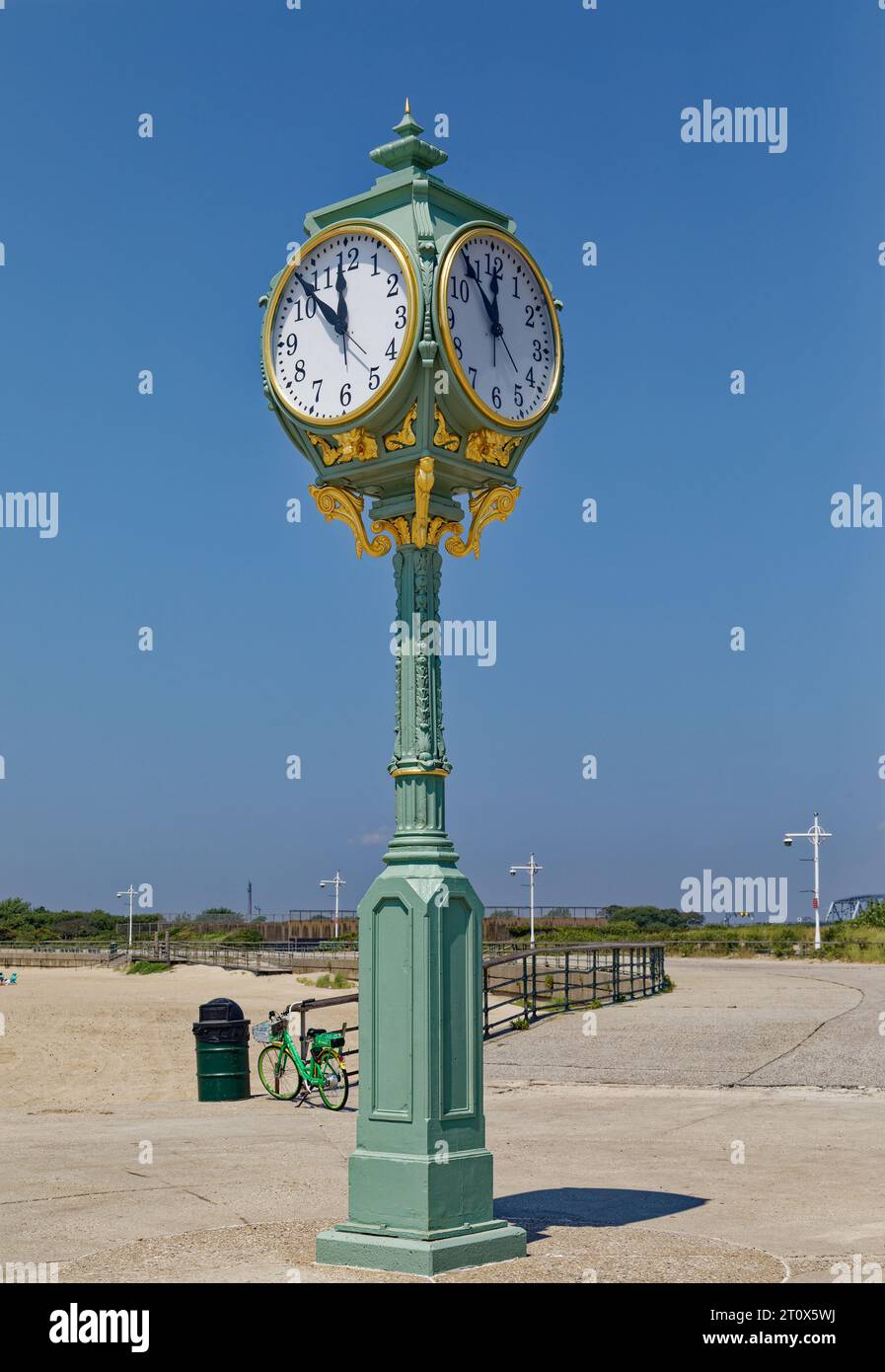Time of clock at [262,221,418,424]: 11:52
